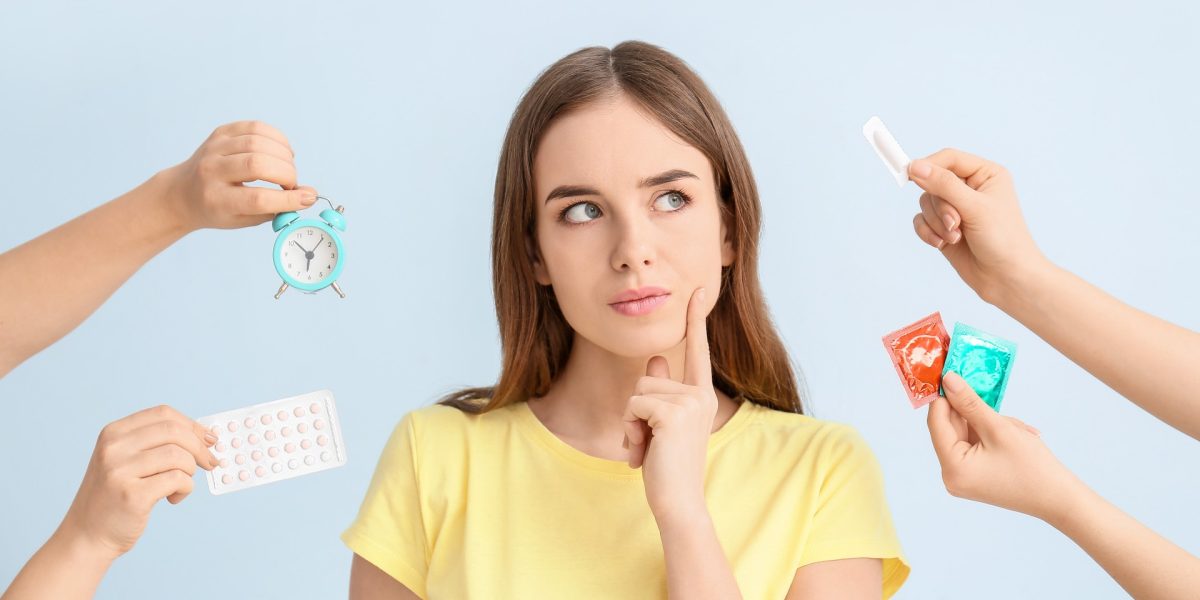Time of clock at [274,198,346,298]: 6:06
